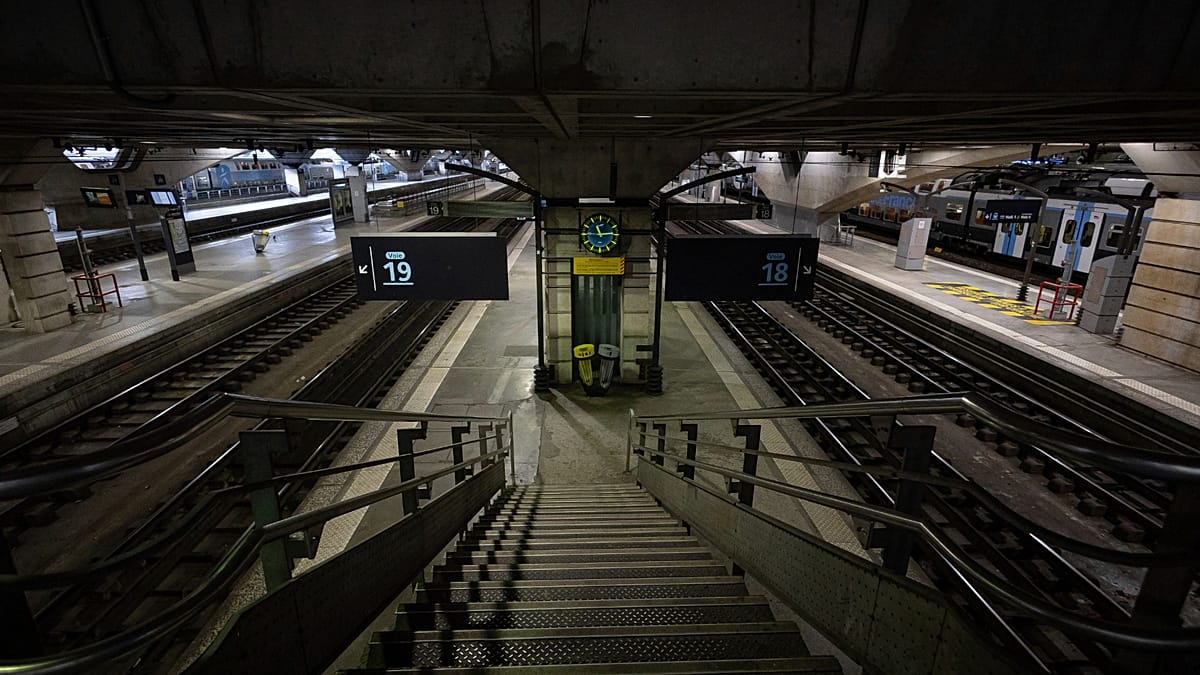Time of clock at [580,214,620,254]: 11:14
